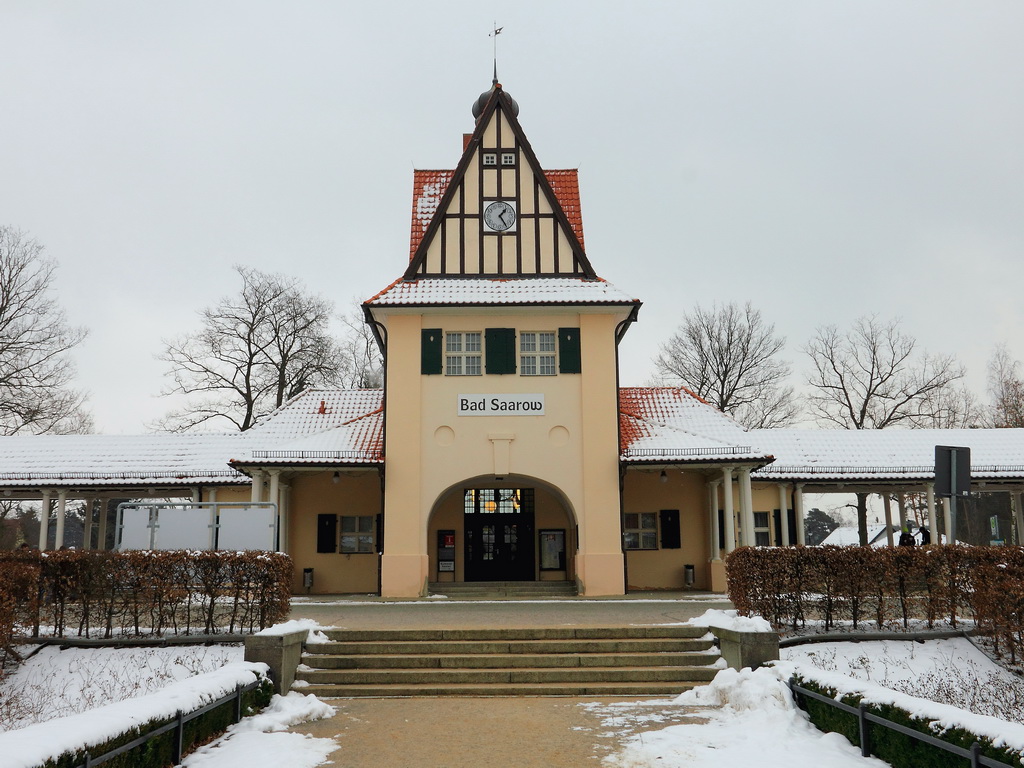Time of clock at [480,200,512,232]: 1:24
